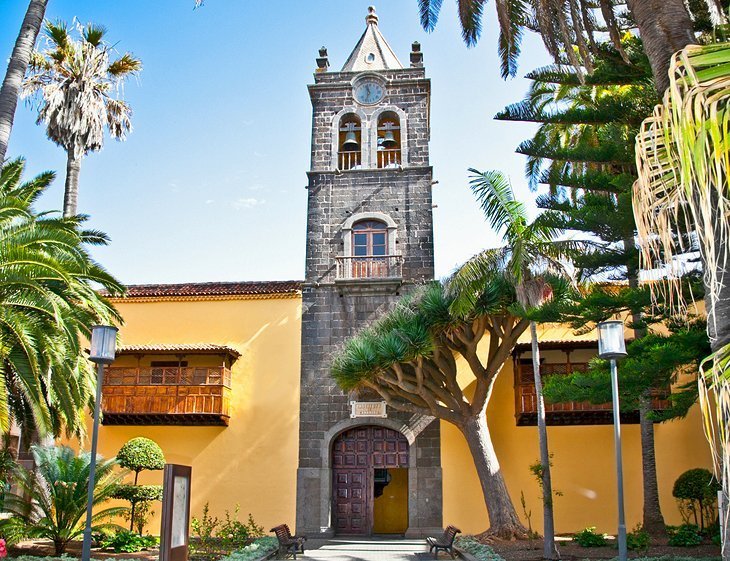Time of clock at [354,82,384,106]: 11:32
